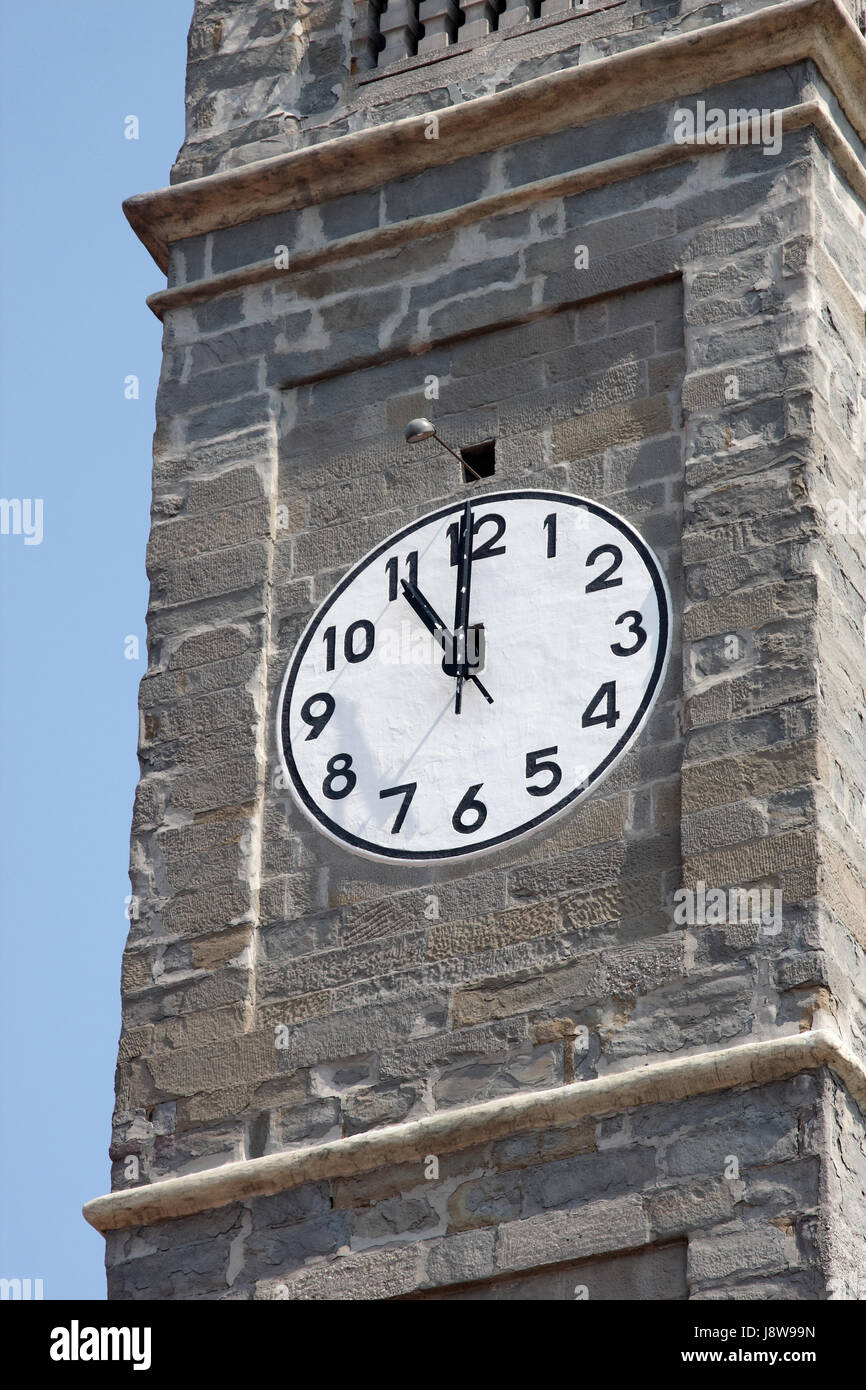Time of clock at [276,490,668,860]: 10:59
